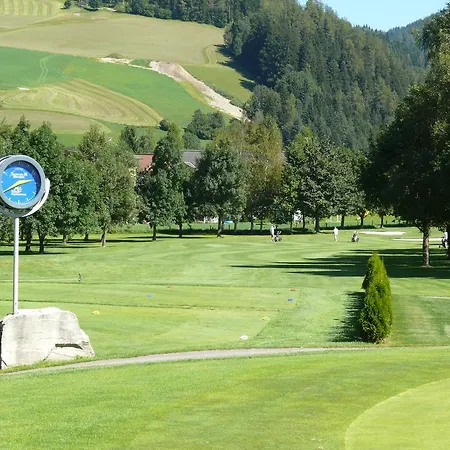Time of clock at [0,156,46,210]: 2:39
